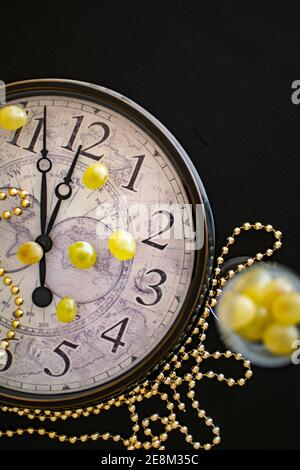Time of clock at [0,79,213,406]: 11:56
